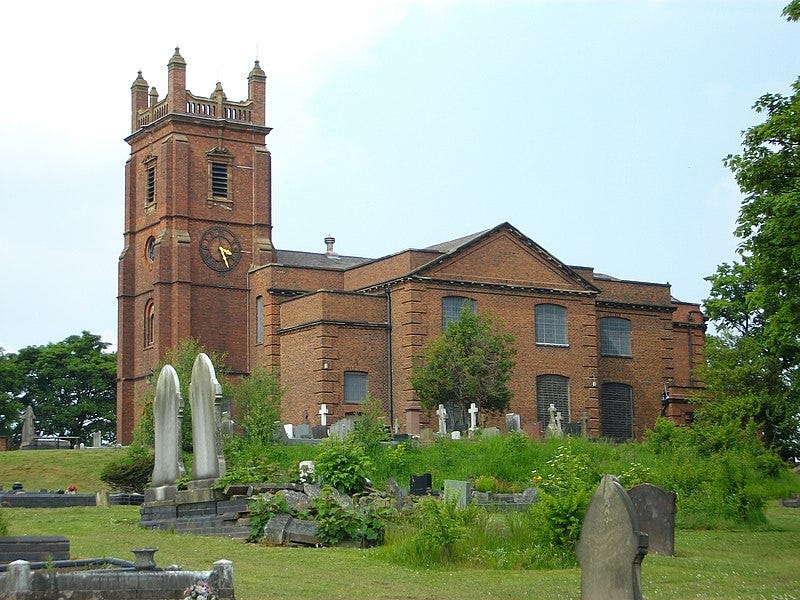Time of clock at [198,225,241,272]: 3:26
